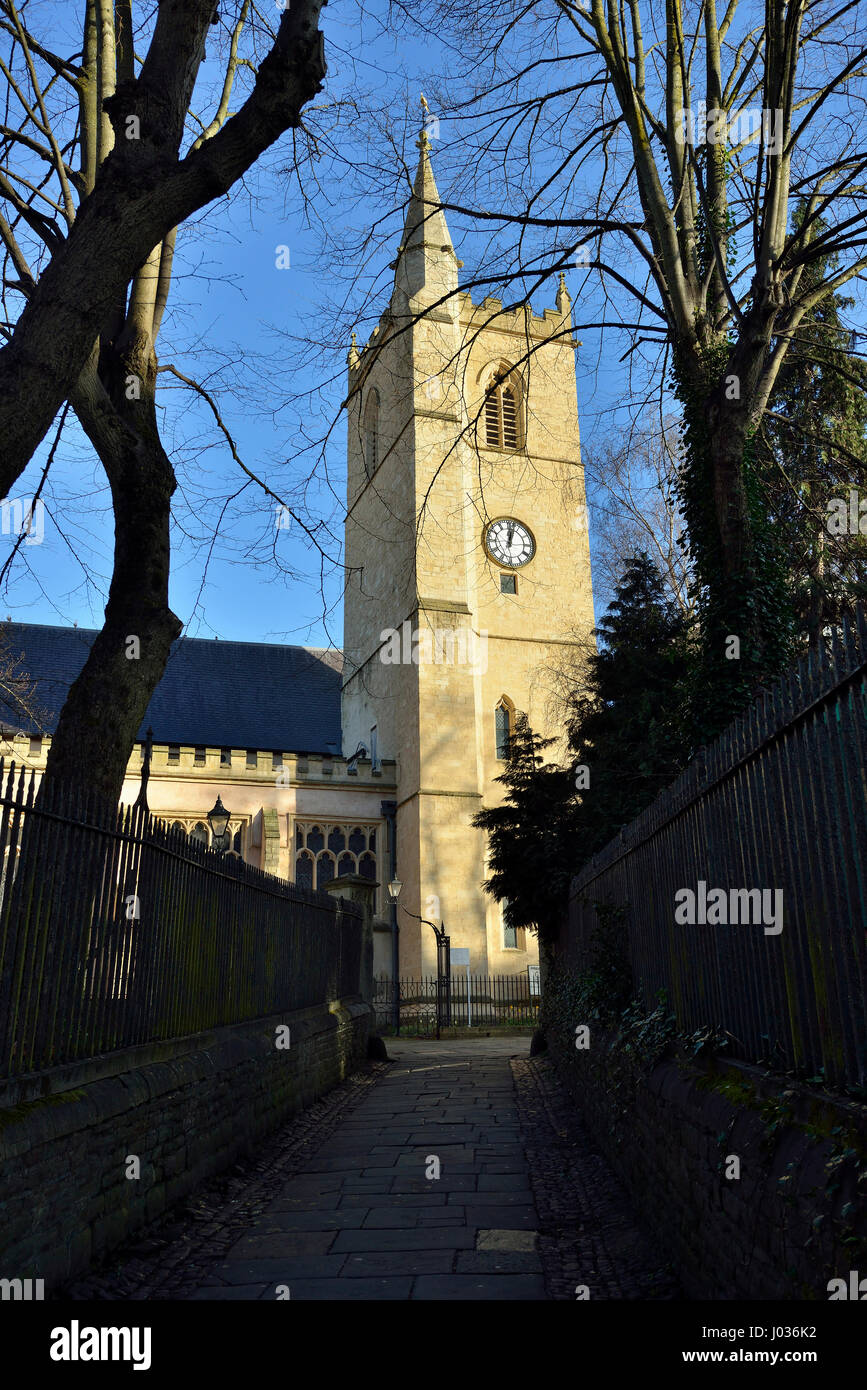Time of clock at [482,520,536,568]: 12:02
